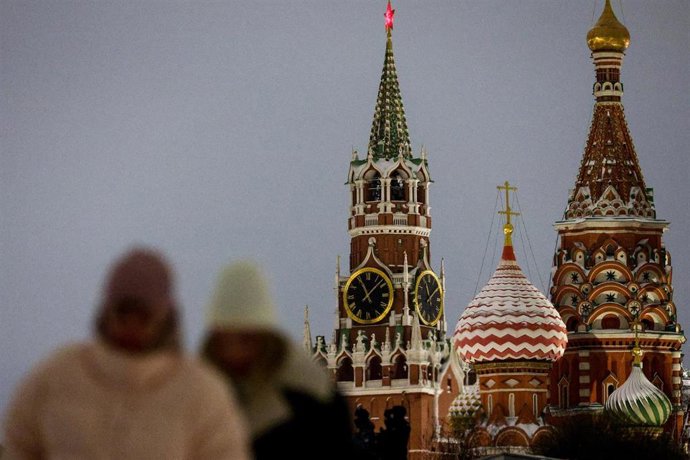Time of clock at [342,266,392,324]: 11:07
